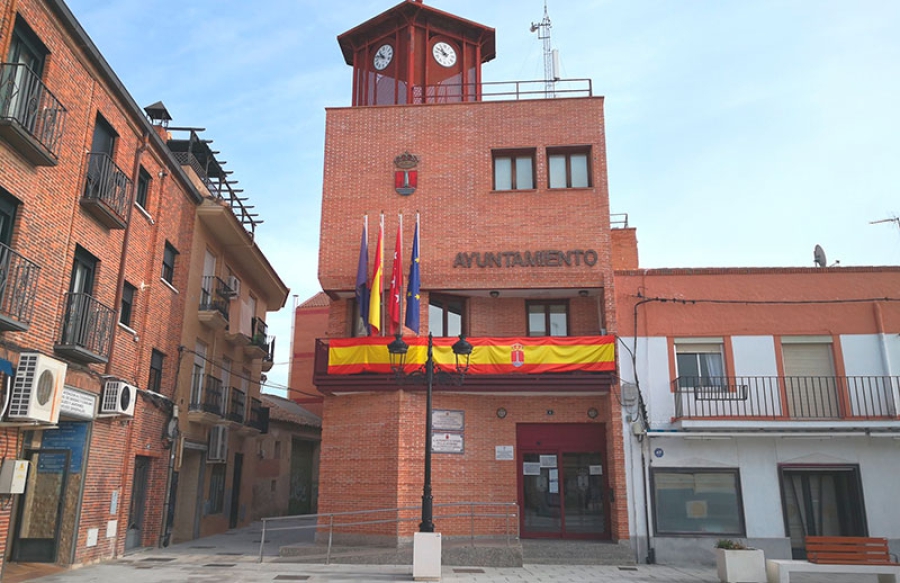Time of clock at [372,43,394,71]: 10:48
